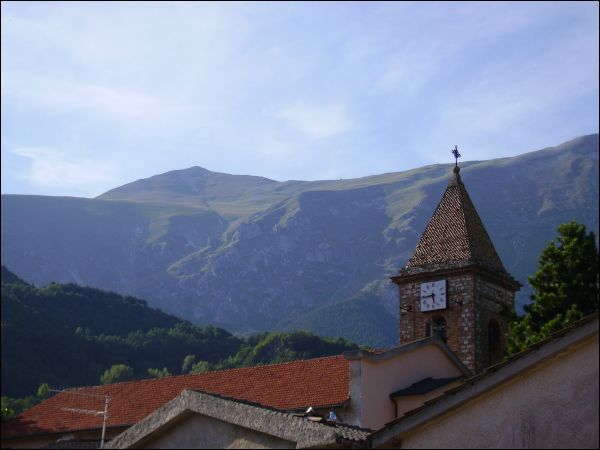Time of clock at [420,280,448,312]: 5:44
